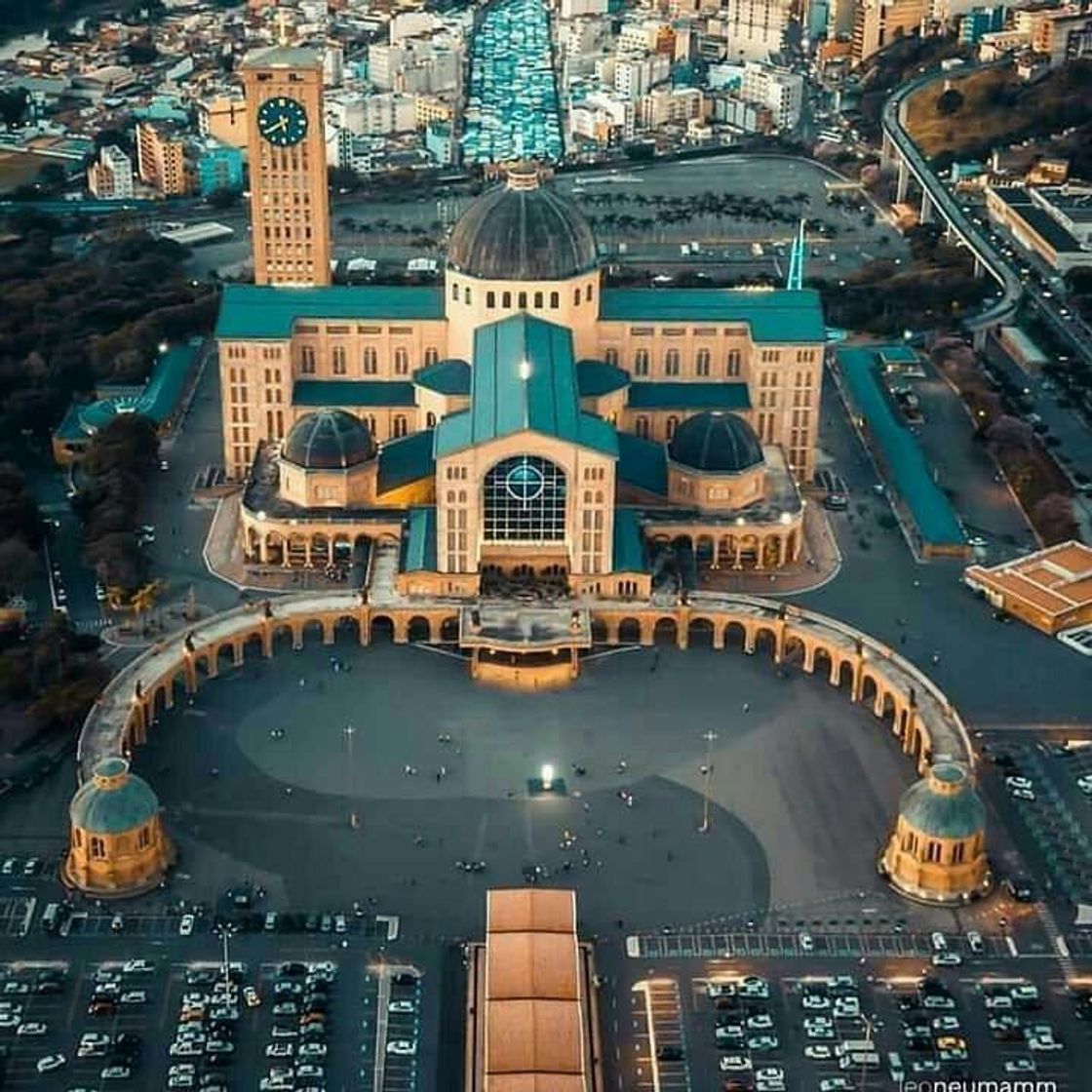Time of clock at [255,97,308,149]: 5:40
